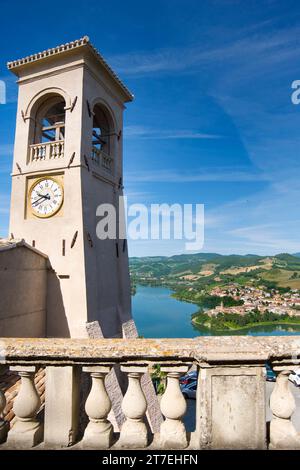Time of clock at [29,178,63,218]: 9:40
